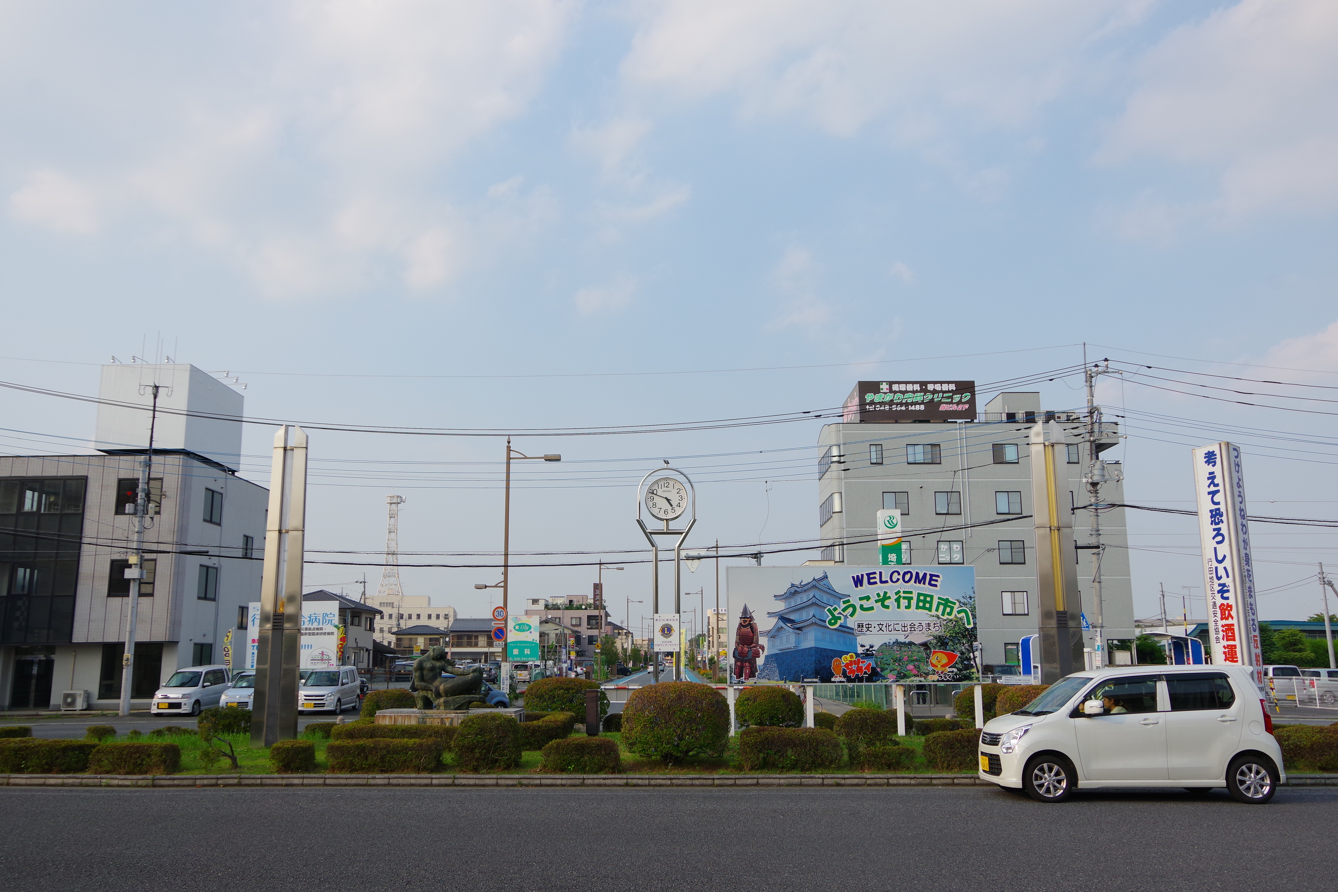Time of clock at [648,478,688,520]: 4:48
